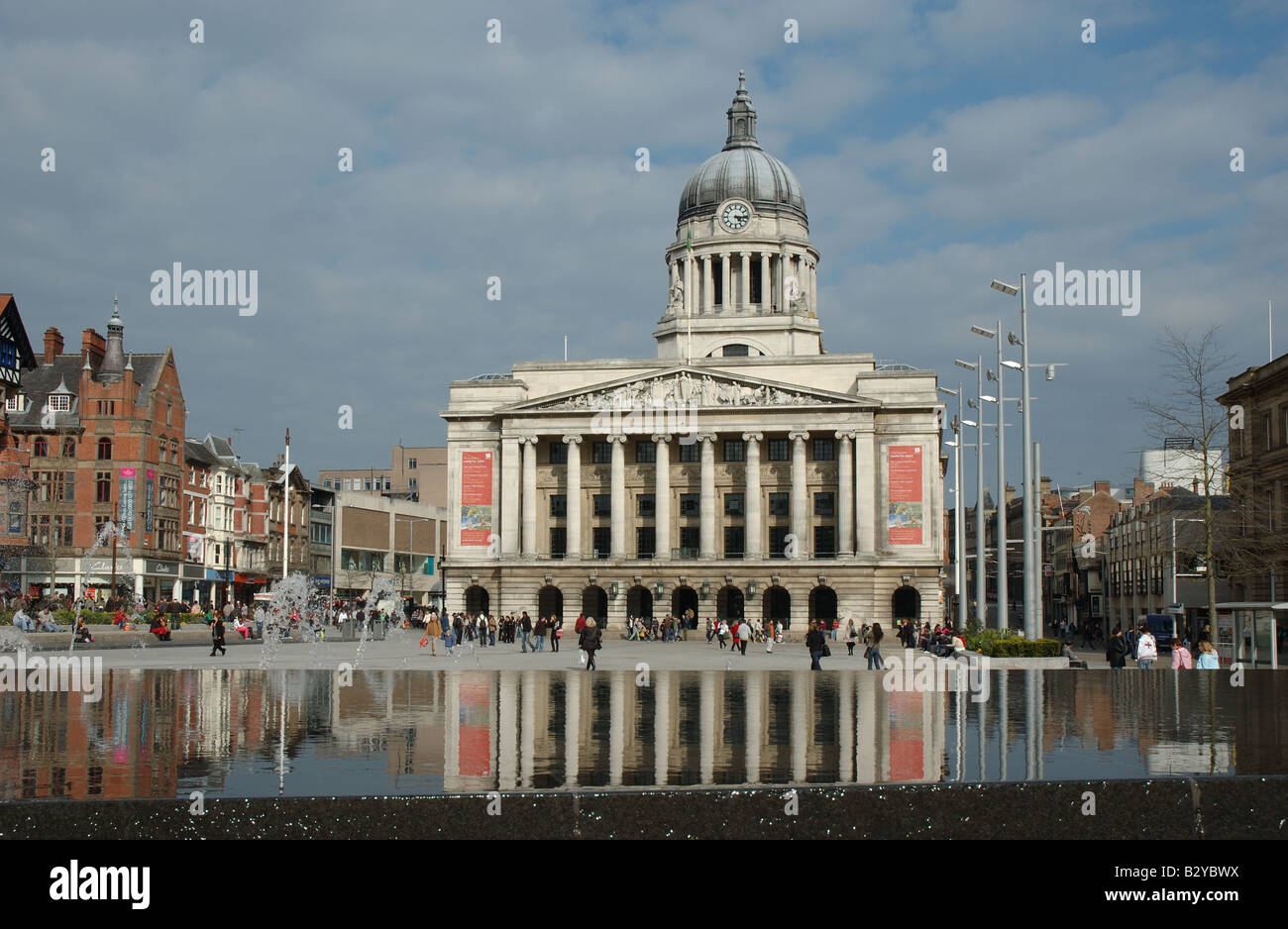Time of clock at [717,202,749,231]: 4:15
